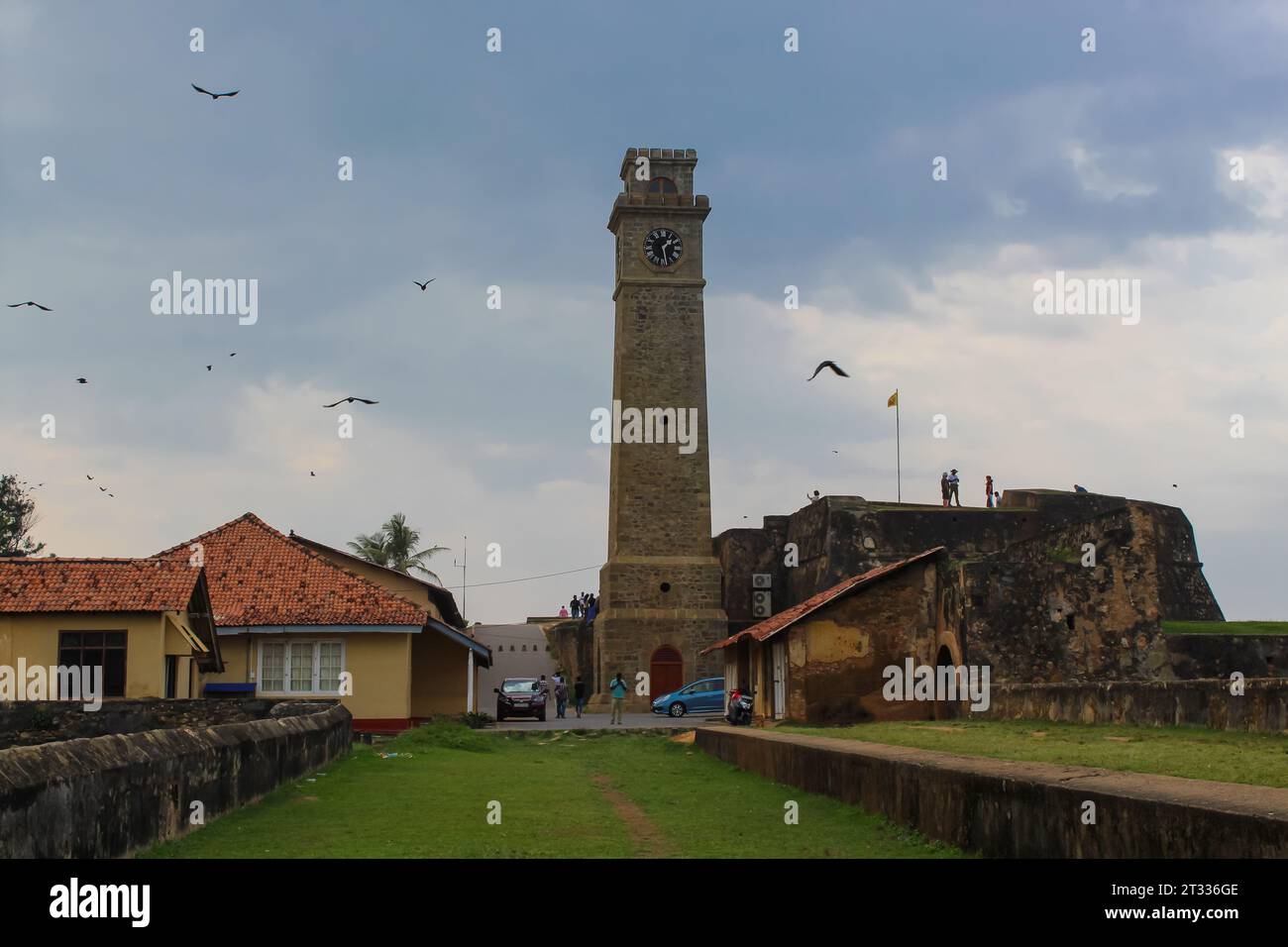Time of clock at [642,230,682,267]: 1:28
